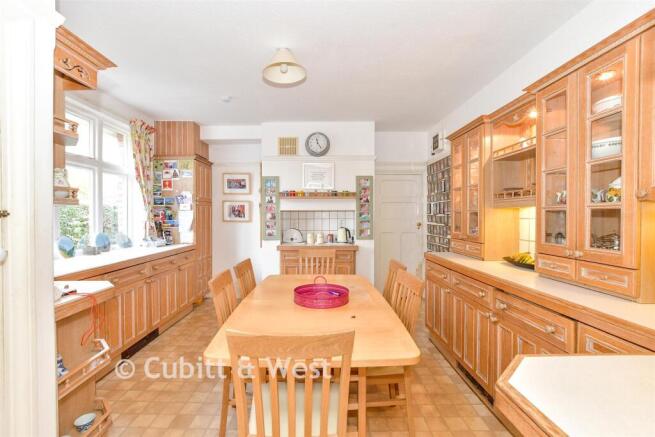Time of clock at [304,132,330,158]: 11:23
